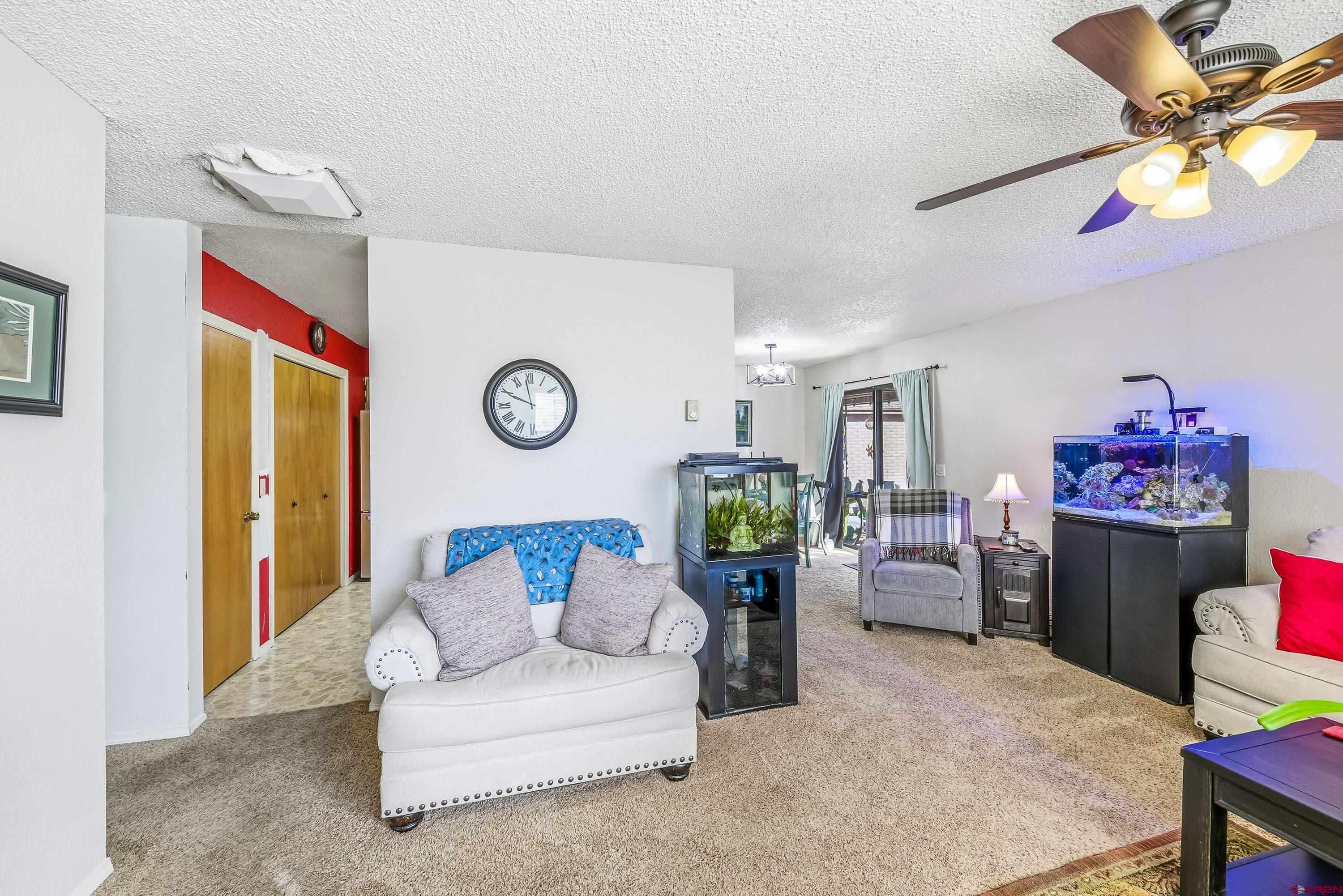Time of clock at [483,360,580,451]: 9:58
